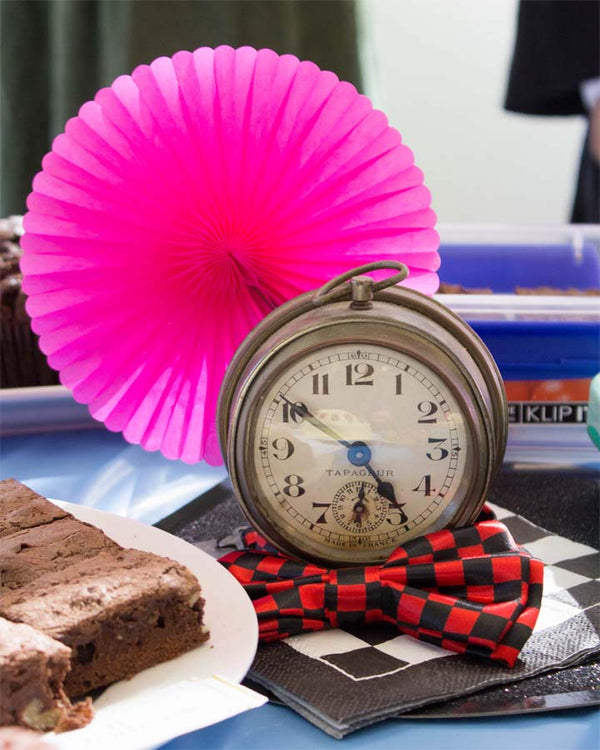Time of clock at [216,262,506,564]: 4:50
